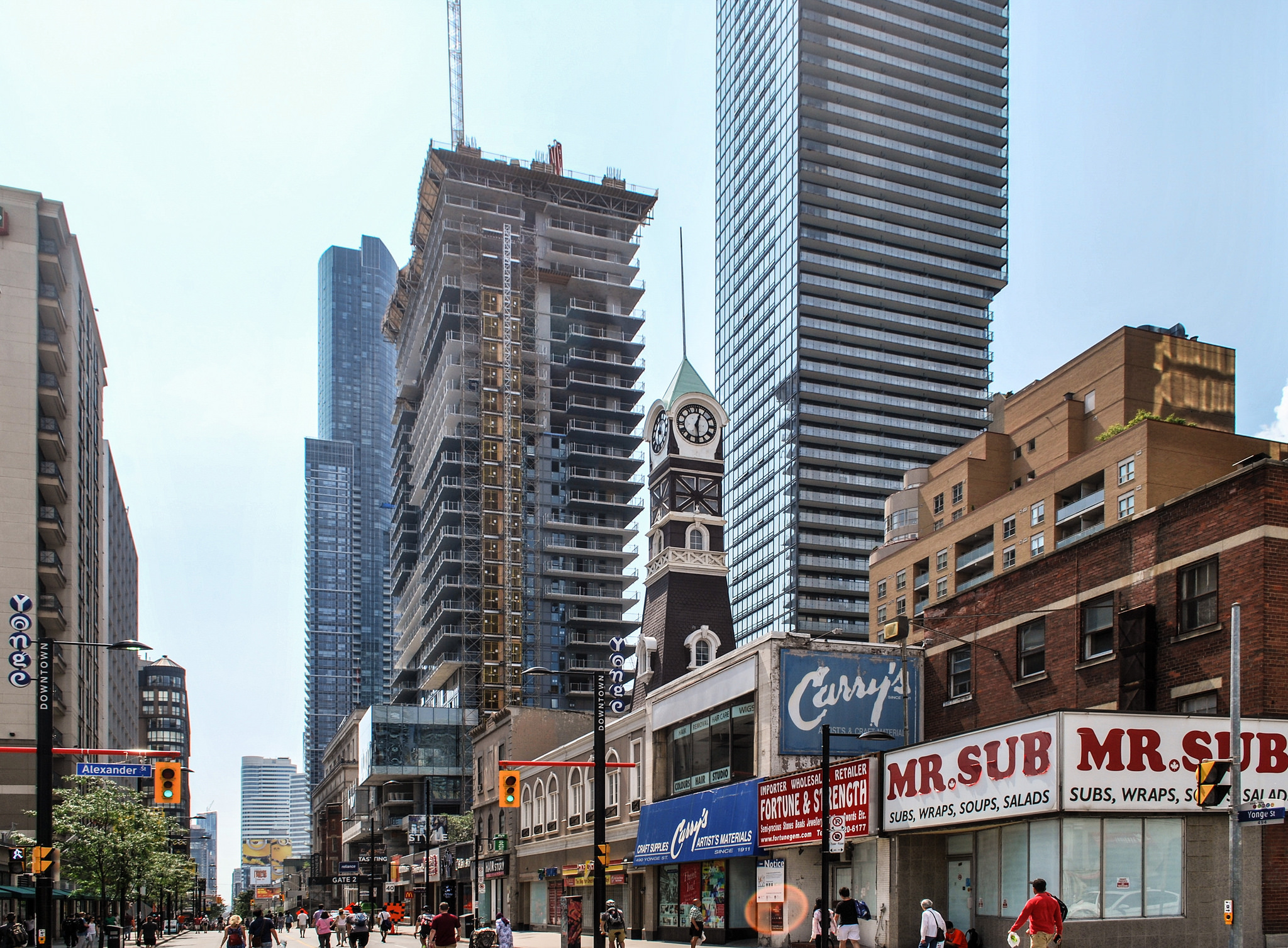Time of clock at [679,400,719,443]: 12:28
